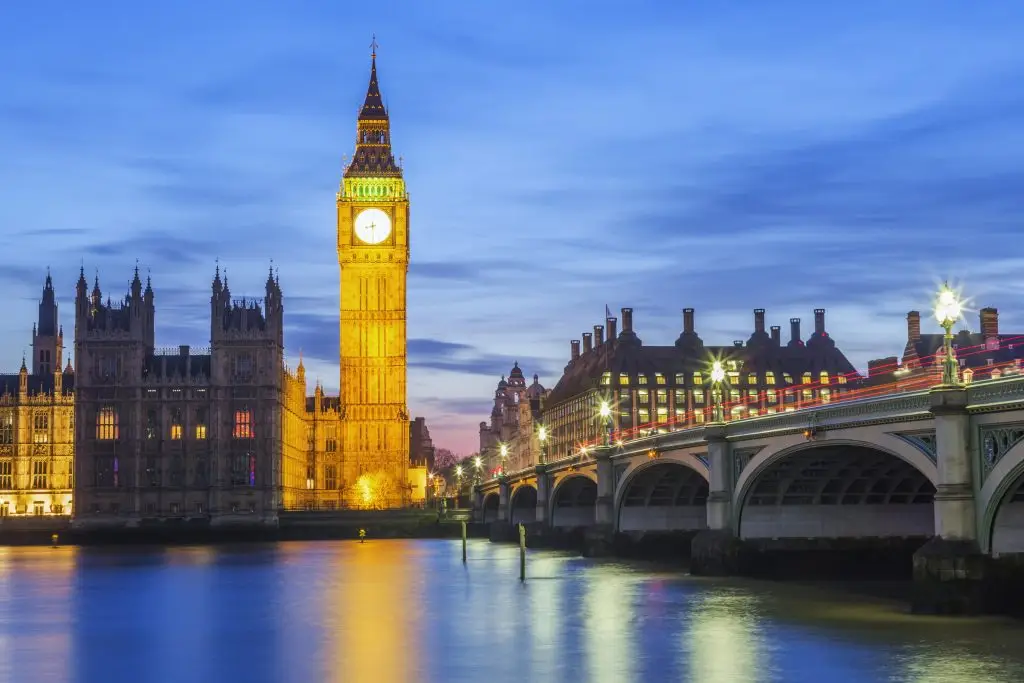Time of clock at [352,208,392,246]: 8:29
